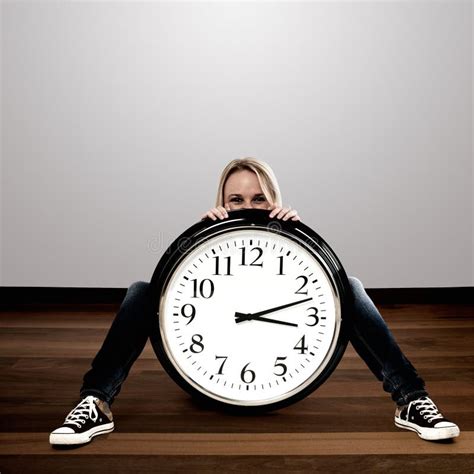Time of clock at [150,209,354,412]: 3:12
